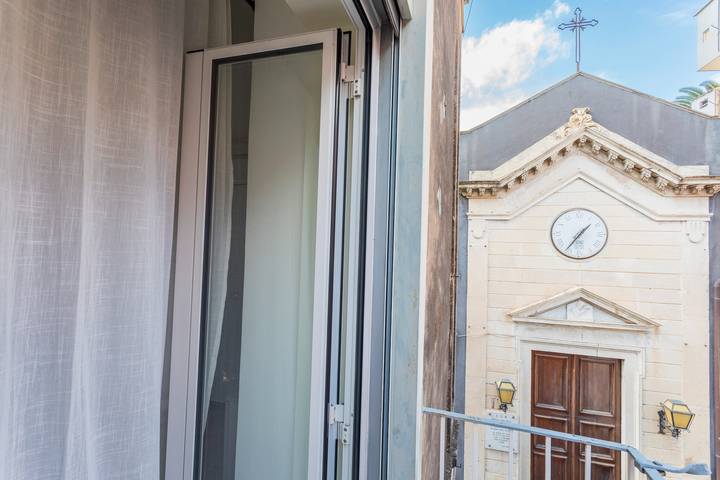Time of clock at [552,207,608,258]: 1:36
